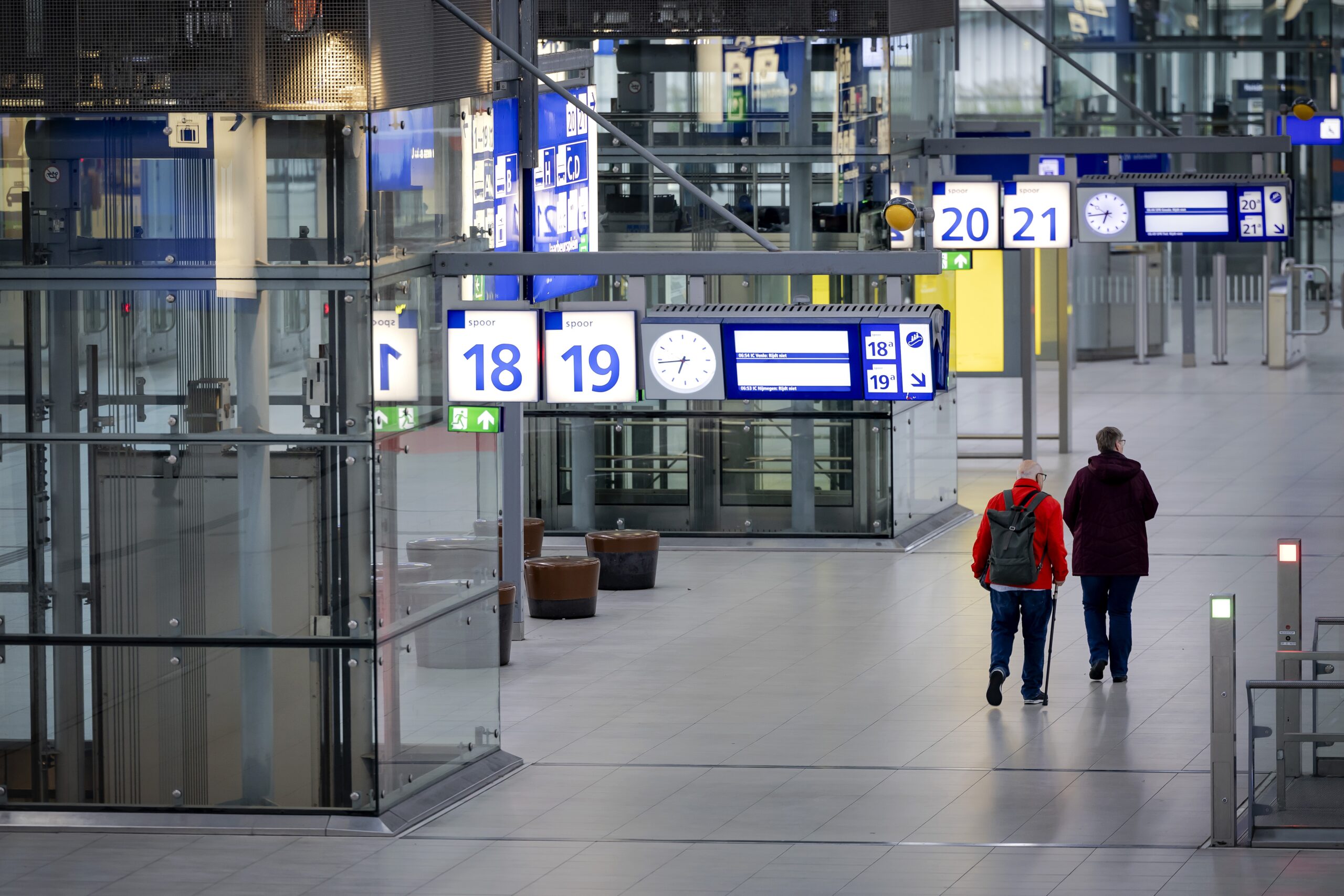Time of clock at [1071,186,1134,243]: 6:43
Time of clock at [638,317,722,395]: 6:43
